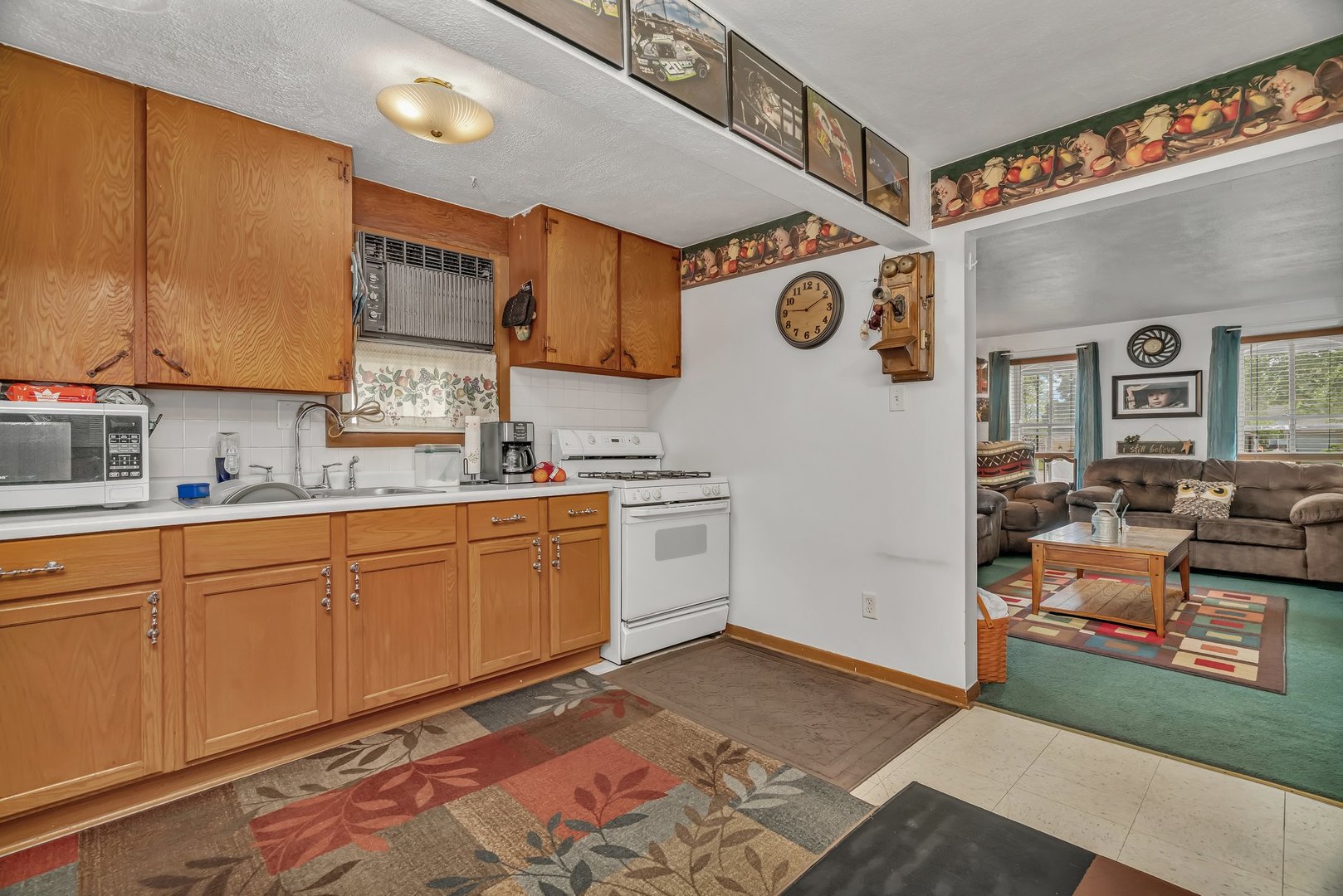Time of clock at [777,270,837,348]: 9:10
